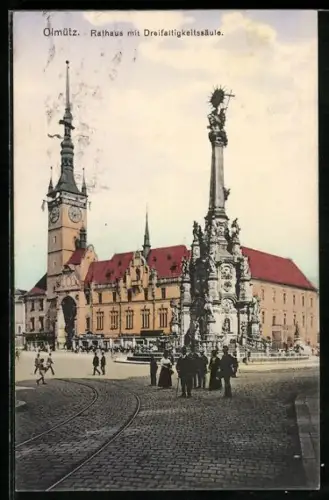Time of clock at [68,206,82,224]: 7:12
